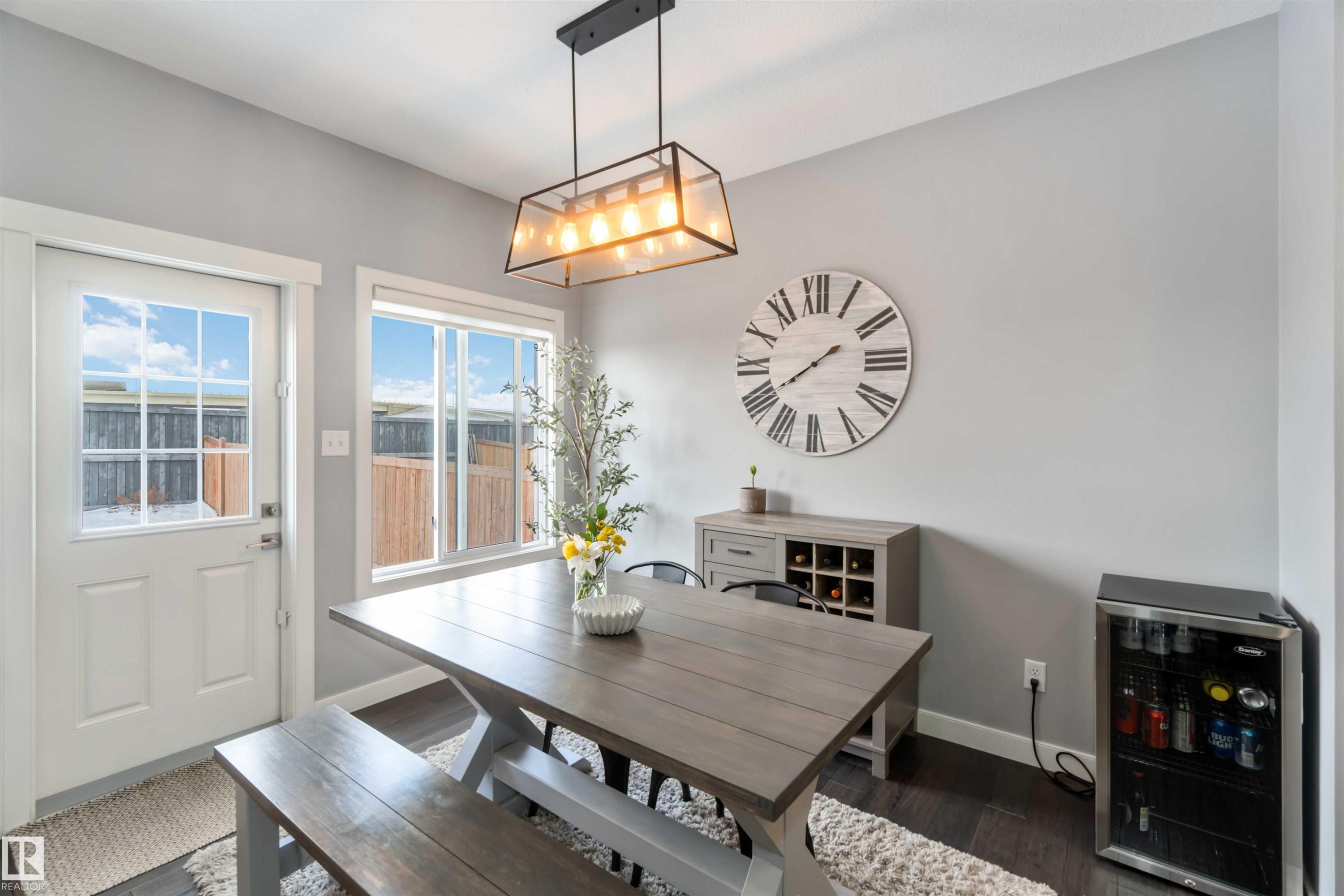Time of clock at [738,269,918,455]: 7:39
